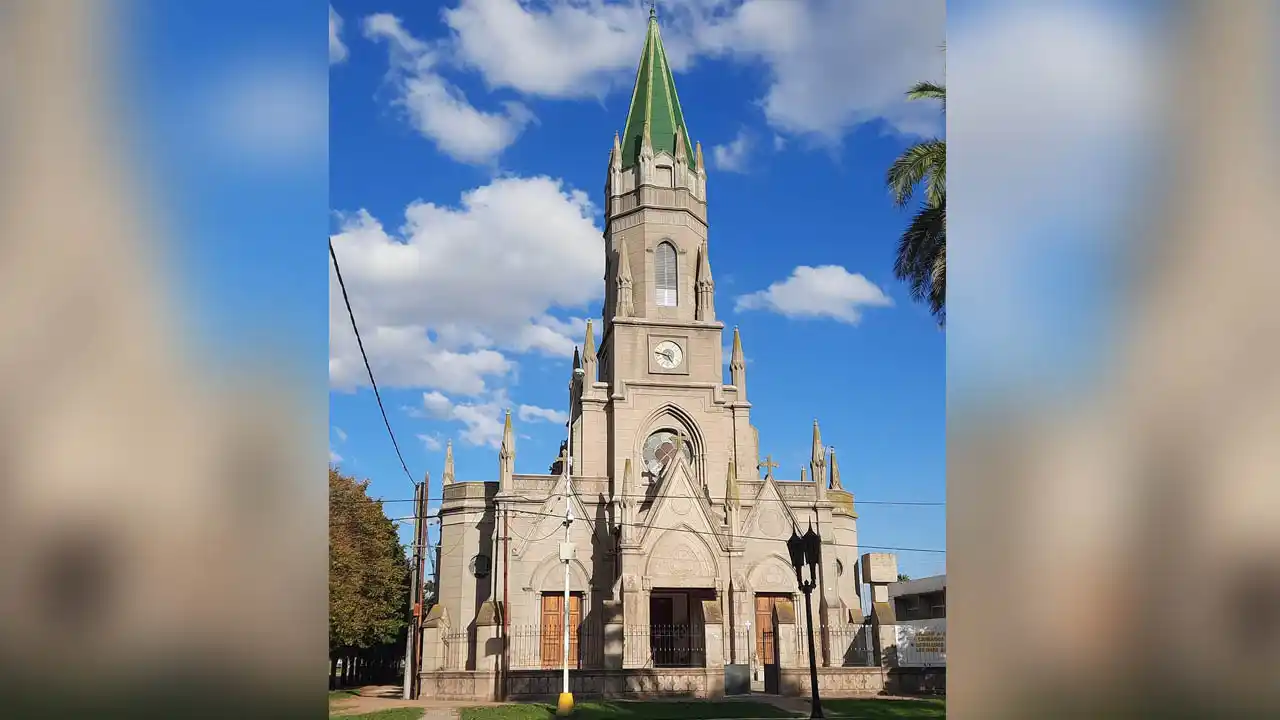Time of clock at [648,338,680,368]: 4:46
